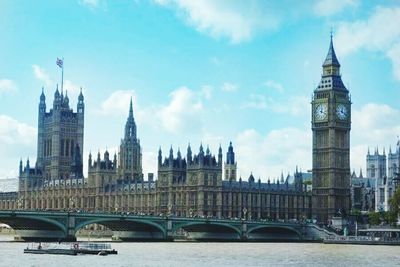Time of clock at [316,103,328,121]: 12:18
